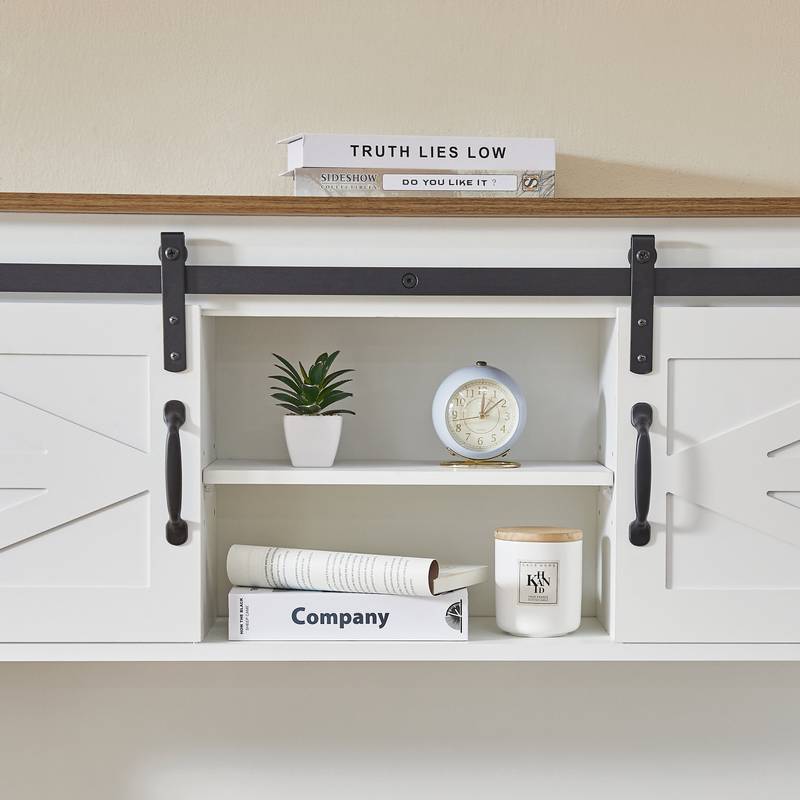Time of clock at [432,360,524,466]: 12:08
